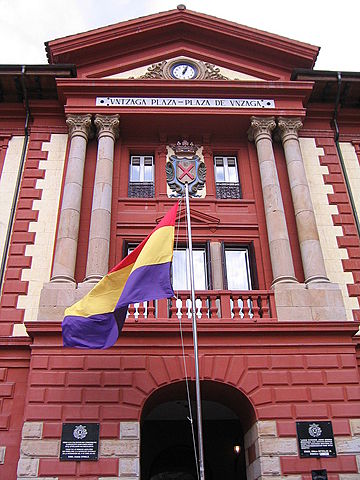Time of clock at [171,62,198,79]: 1:03
